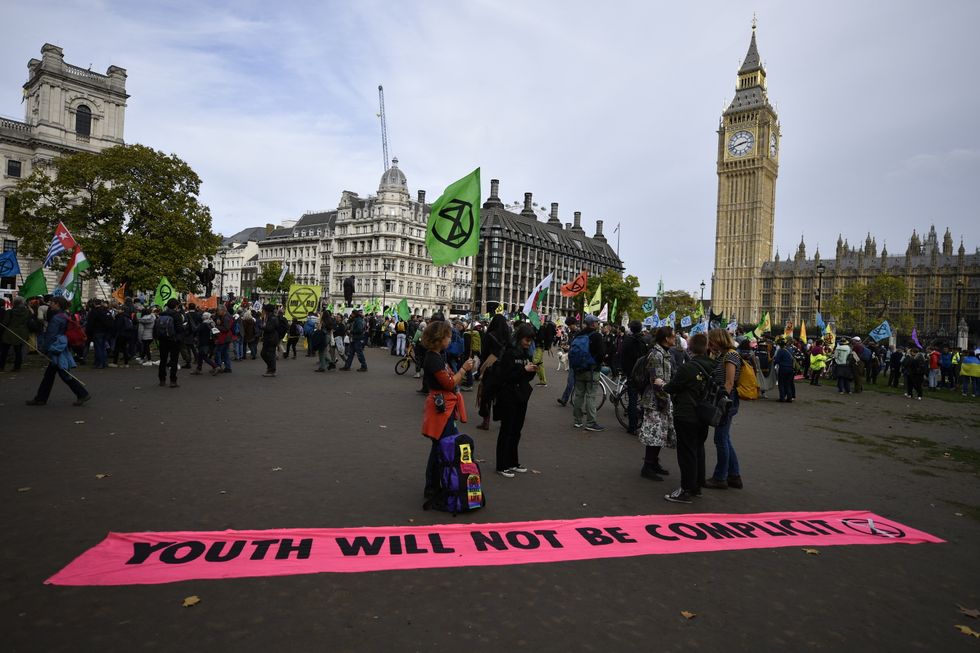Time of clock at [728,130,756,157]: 2:42
